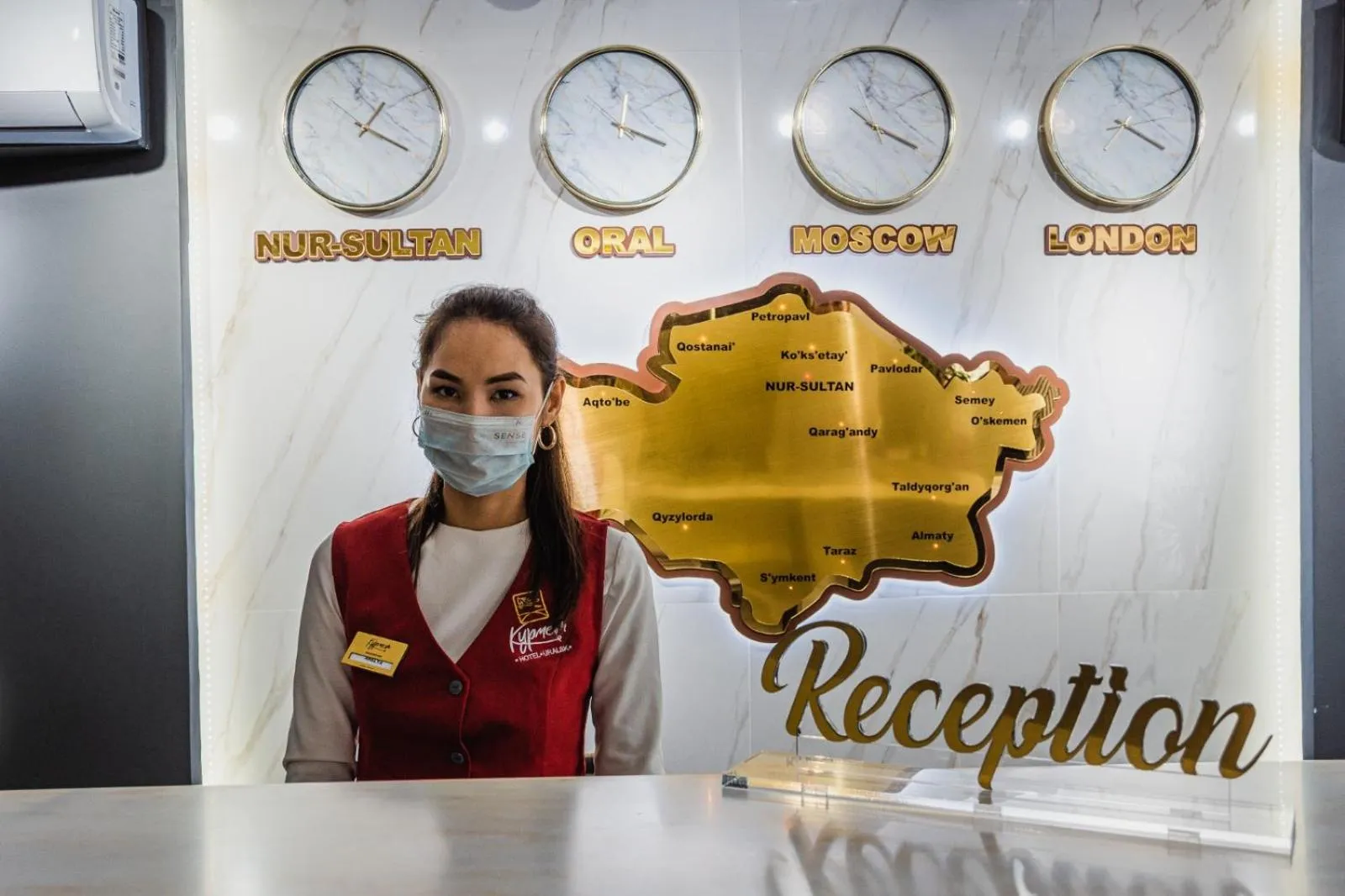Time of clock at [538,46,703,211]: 12:18
